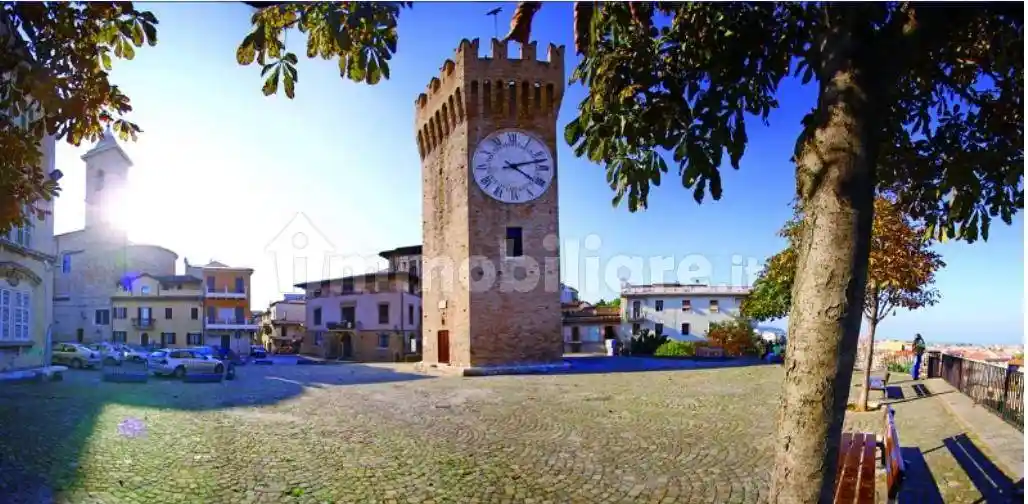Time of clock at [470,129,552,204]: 4:12
